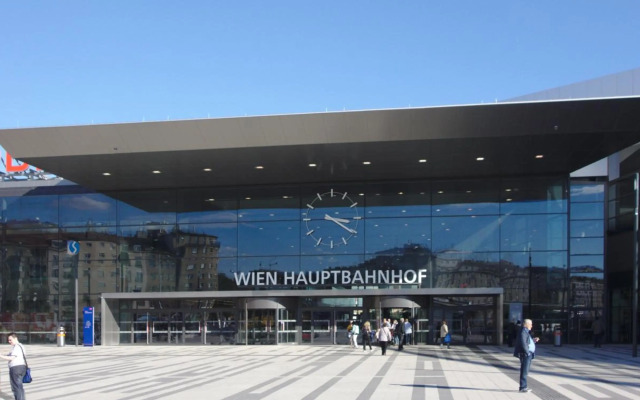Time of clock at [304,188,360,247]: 3:20
